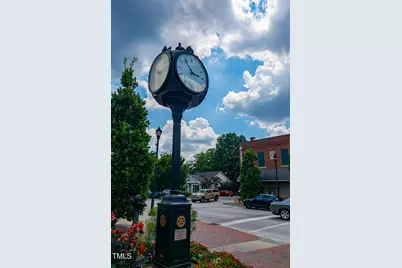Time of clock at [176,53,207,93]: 2:53
